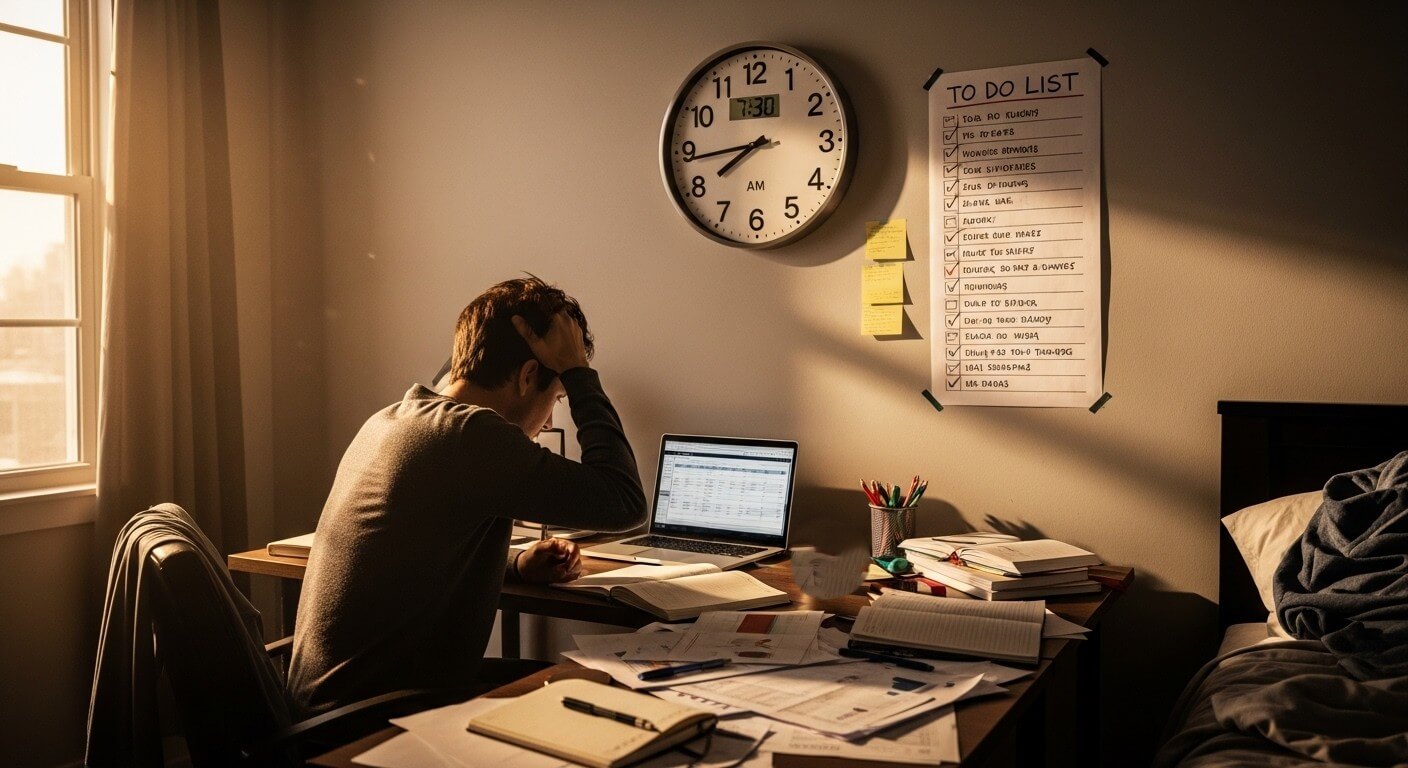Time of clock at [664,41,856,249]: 7:43
